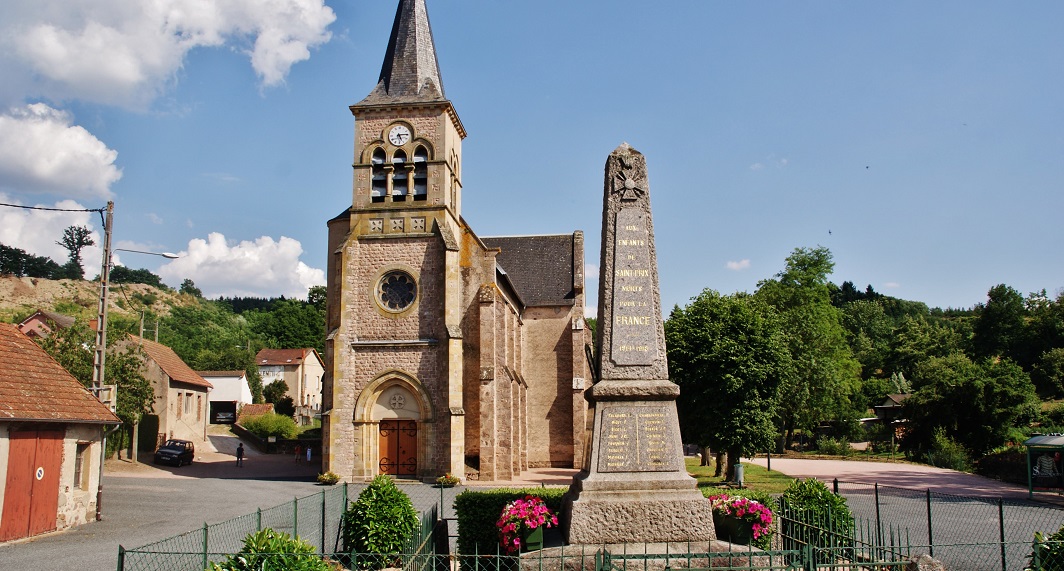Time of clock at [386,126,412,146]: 5:14
